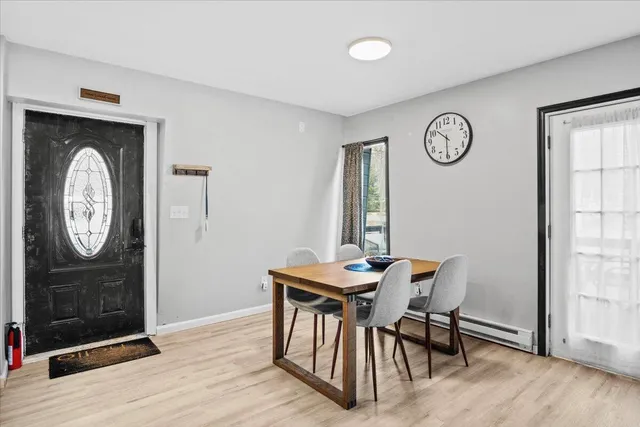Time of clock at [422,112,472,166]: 10:30
